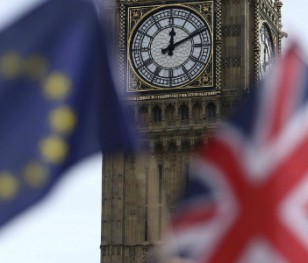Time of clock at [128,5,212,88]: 12:10
